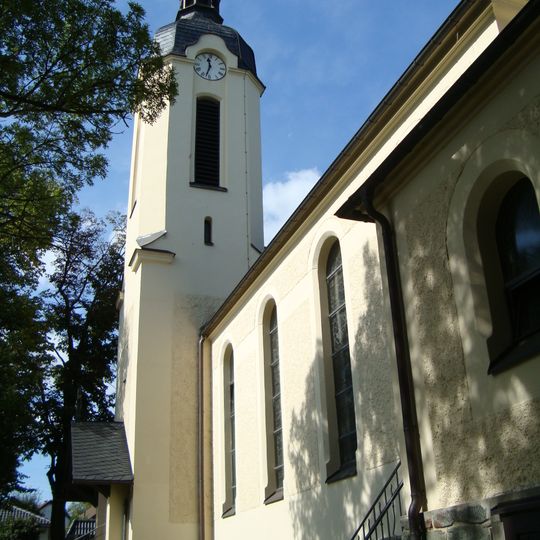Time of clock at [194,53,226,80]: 11:32
